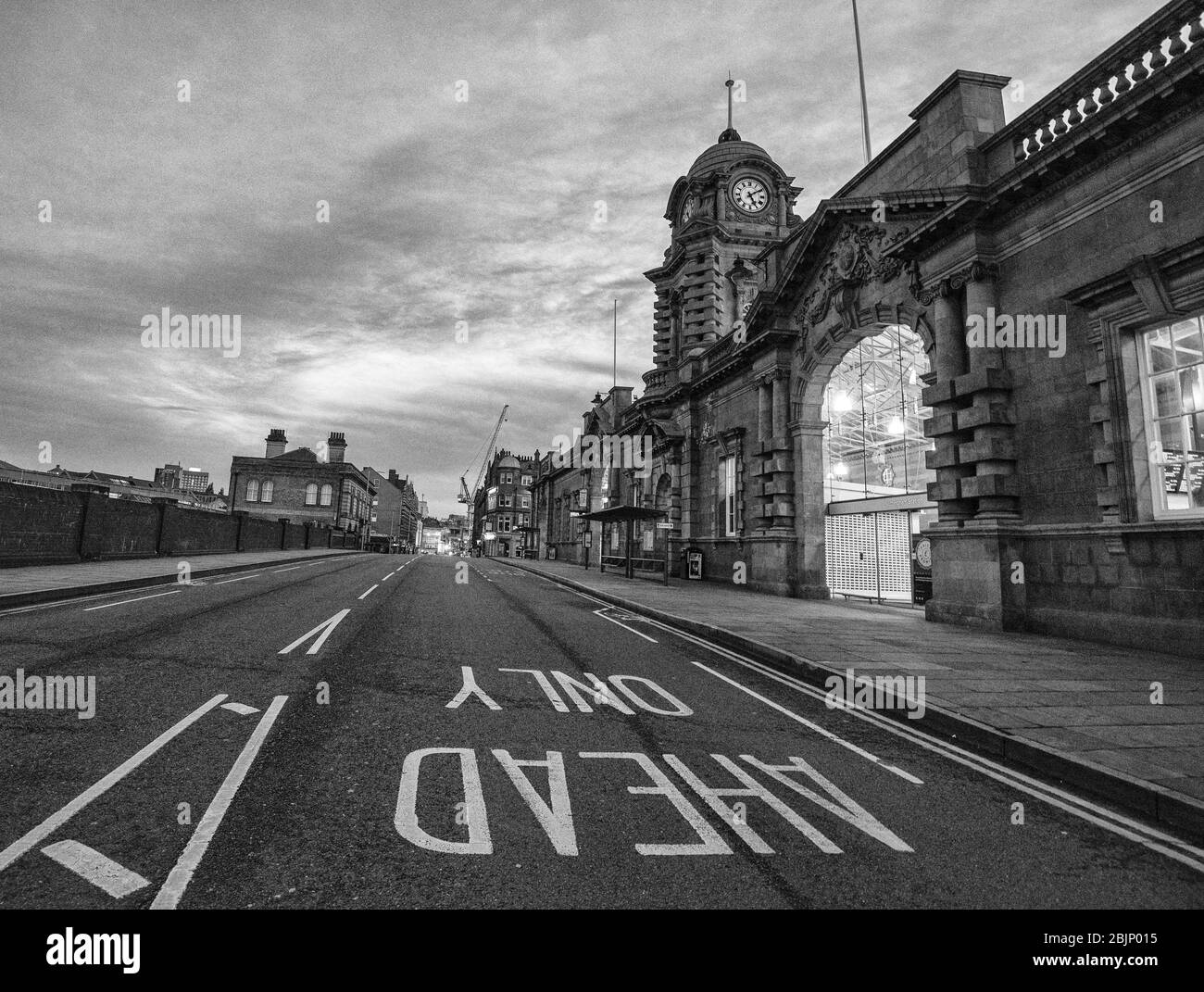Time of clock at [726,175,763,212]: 5:09
